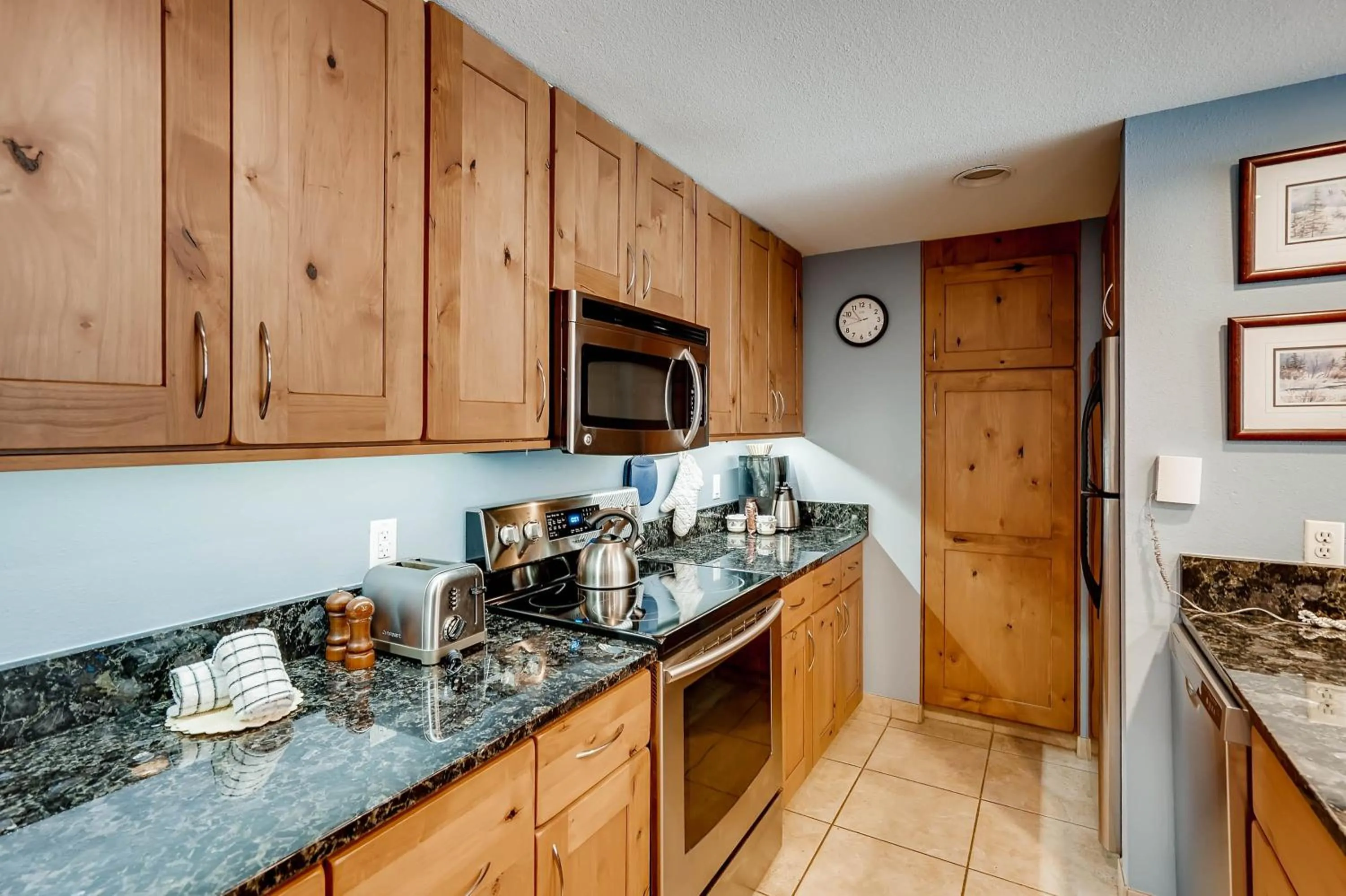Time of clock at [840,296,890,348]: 10:42
